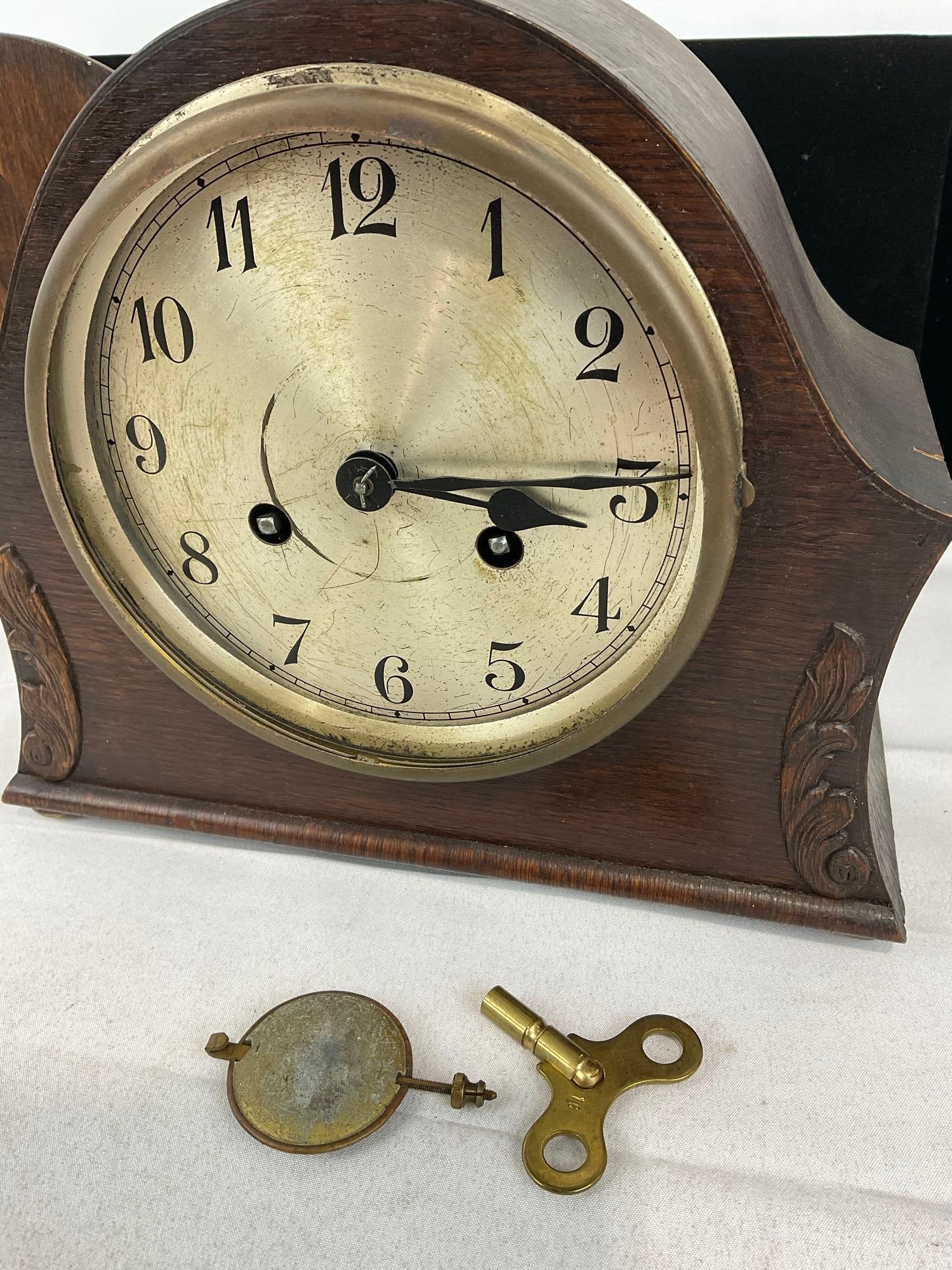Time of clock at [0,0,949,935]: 3:13
